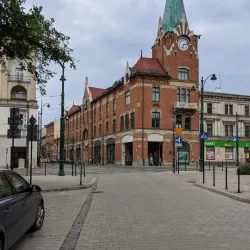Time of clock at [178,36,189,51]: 7:12
